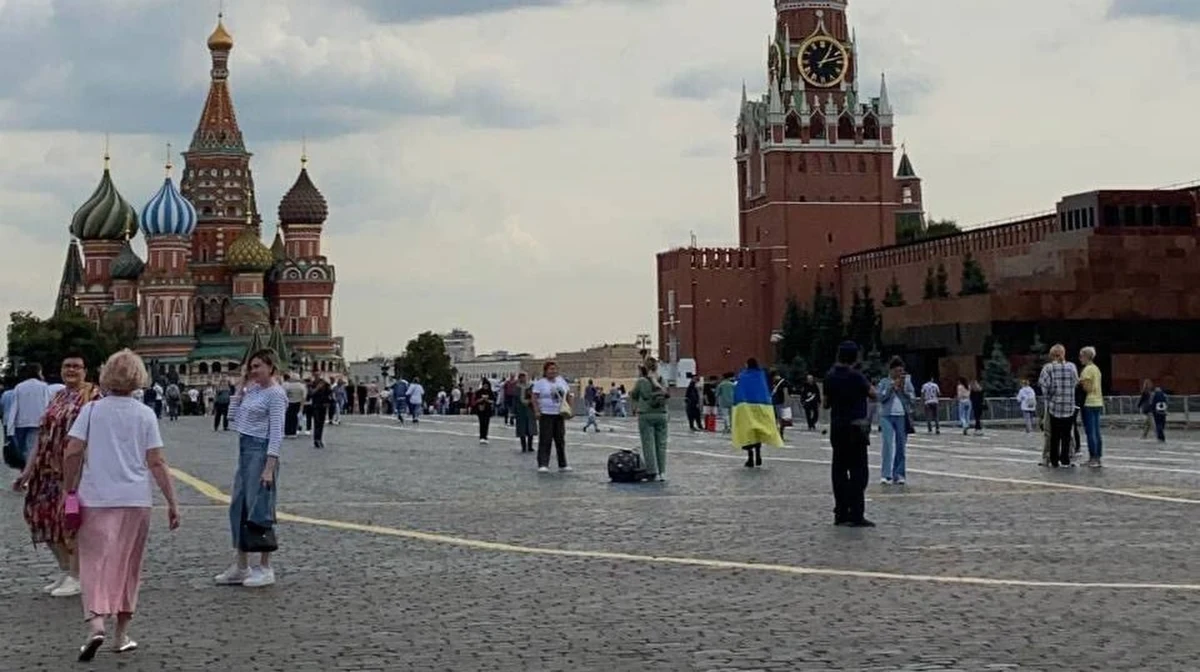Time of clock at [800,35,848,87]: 1:12
